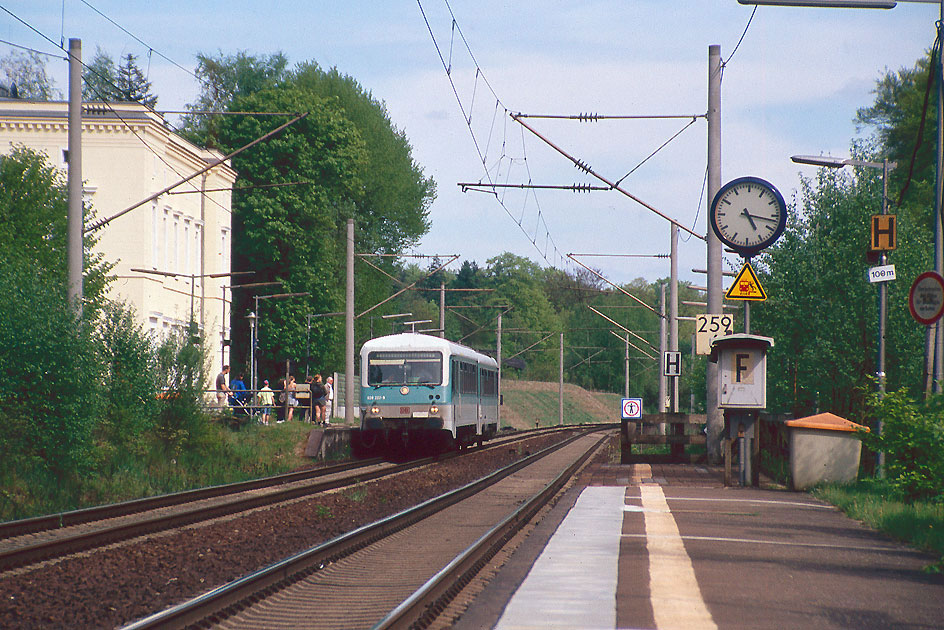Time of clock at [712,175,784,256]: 5:16
